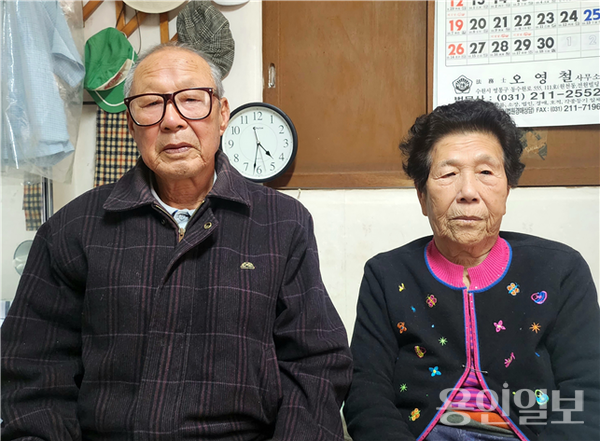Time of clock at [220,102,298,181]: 4:32
